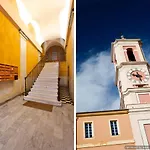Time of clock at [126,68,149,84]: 9:27
